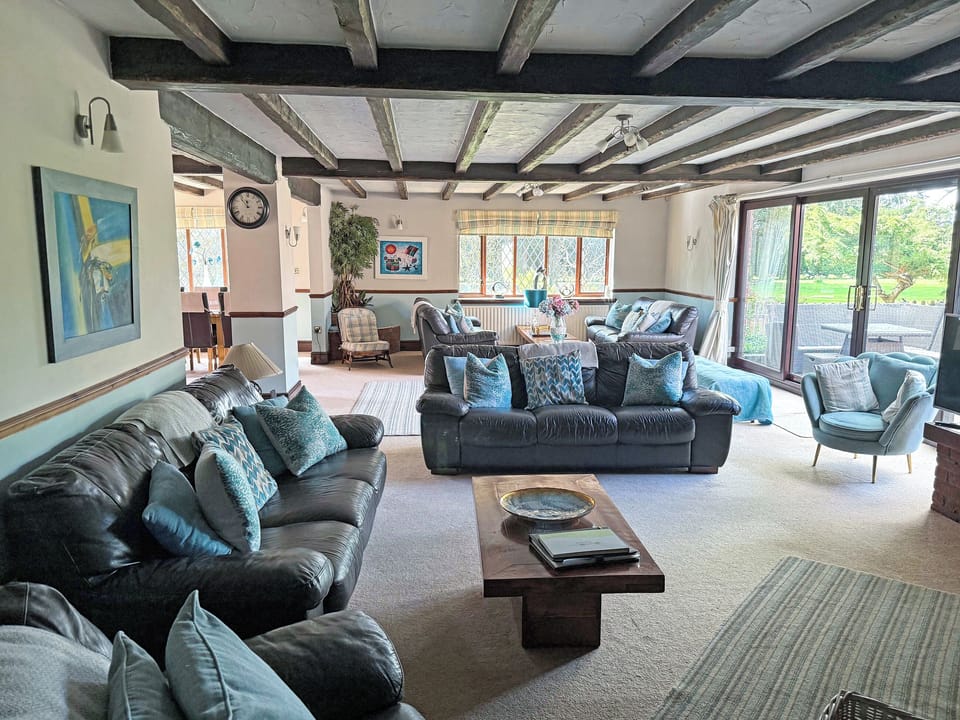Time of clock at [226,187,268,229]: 11:53
